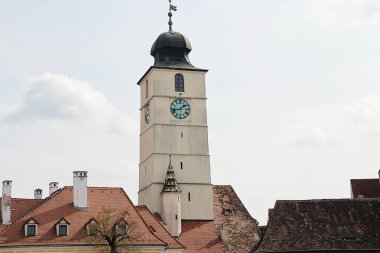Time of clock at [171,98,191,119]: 1:42
